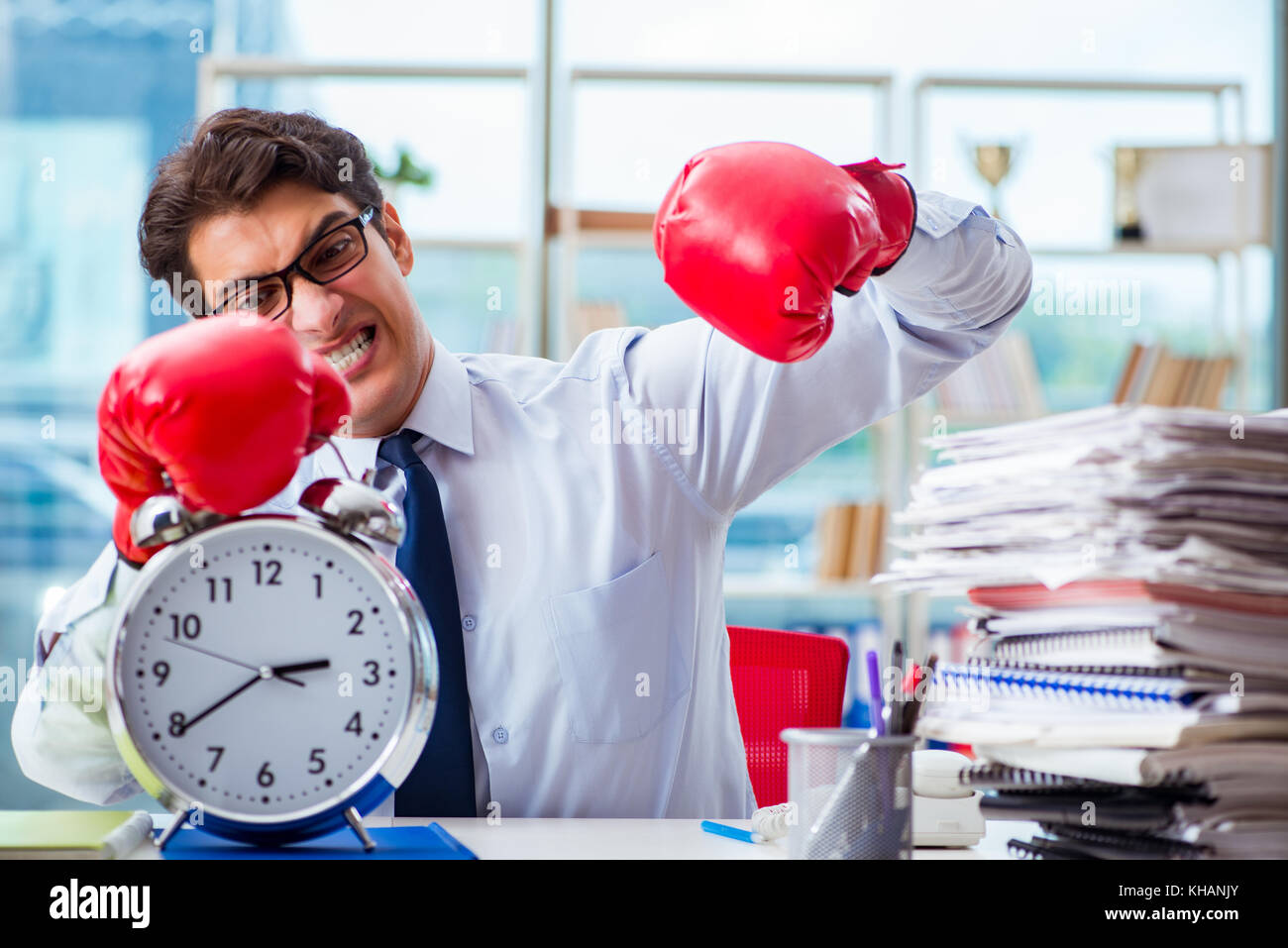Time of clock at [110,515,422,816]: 2:39
